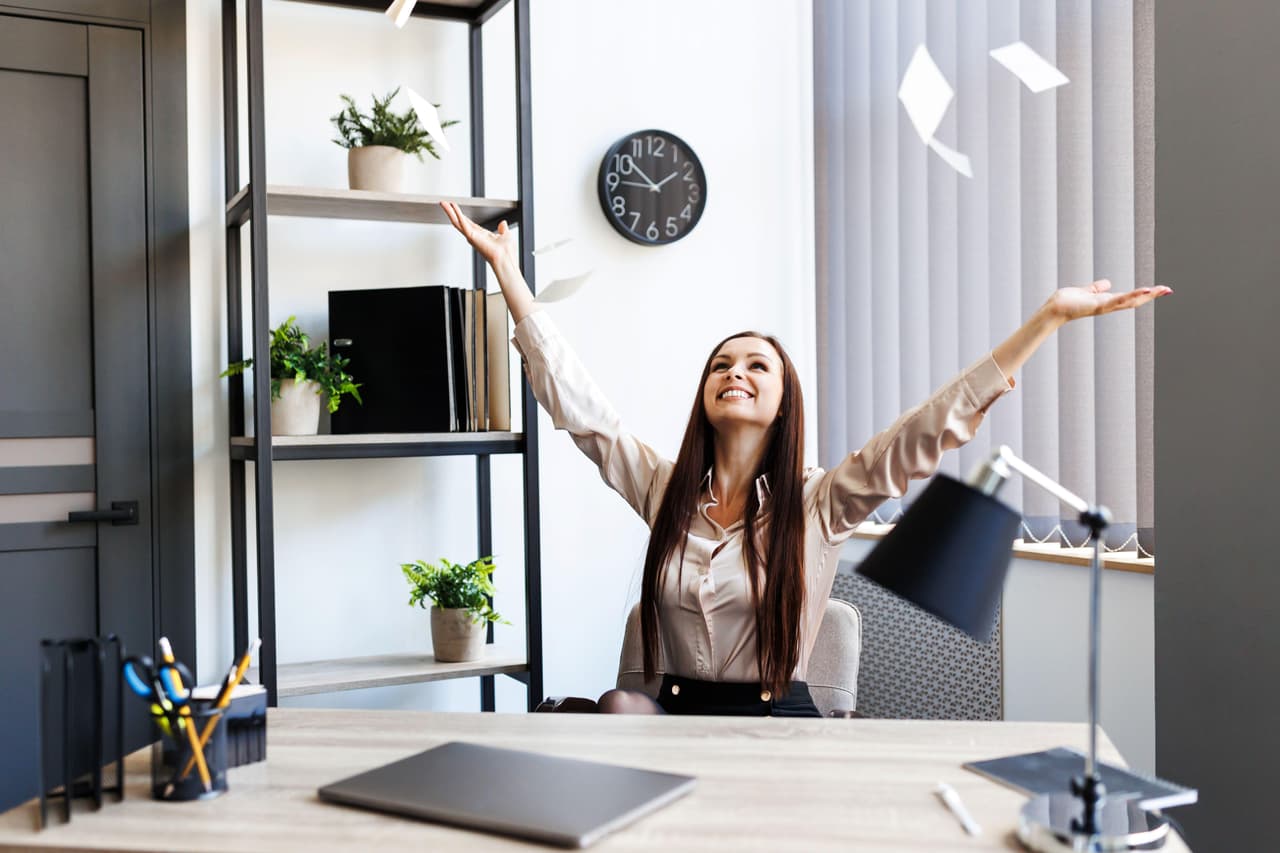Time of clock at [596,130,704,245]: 11:51
